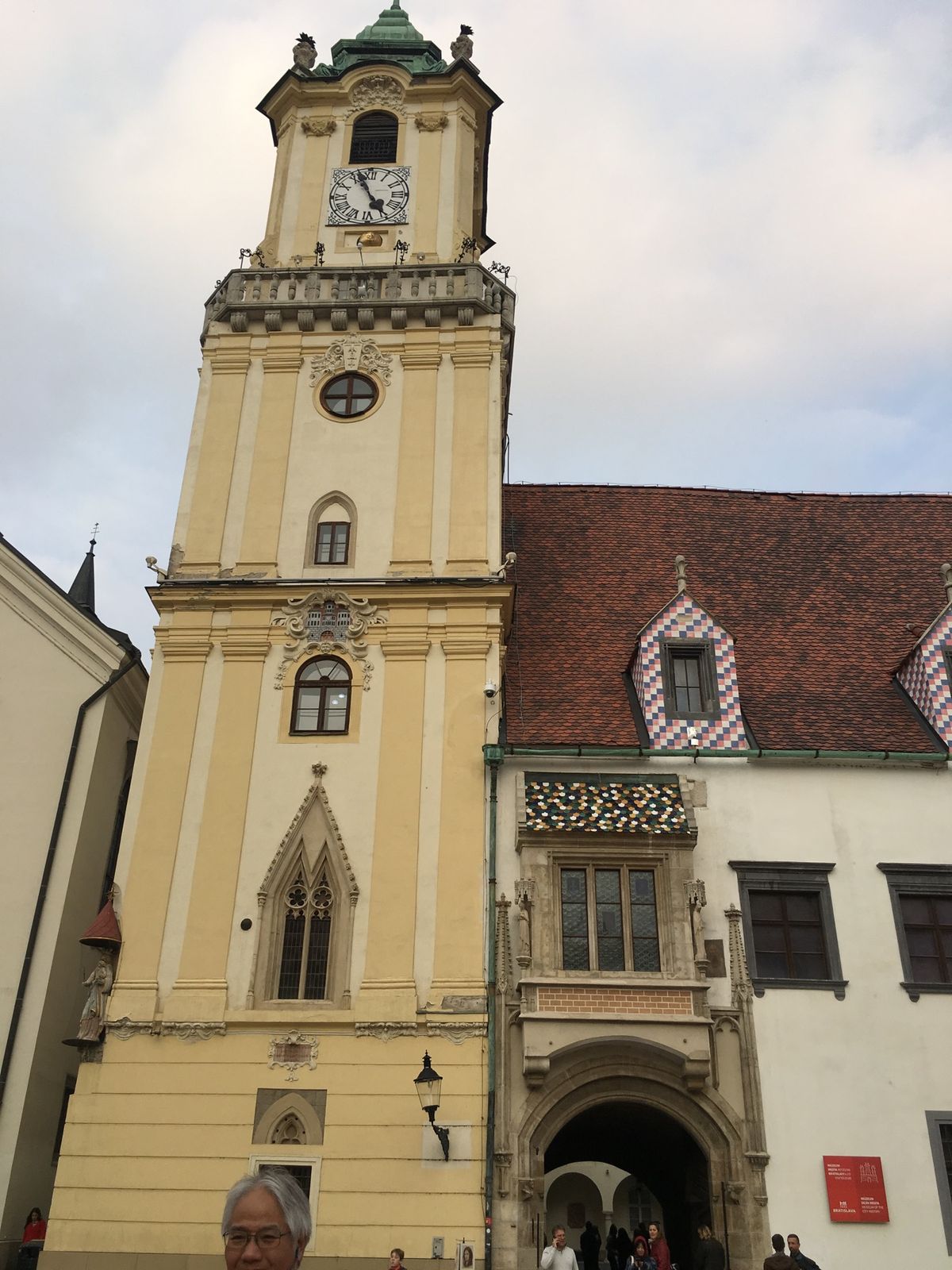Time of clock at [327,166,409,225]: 4:56
